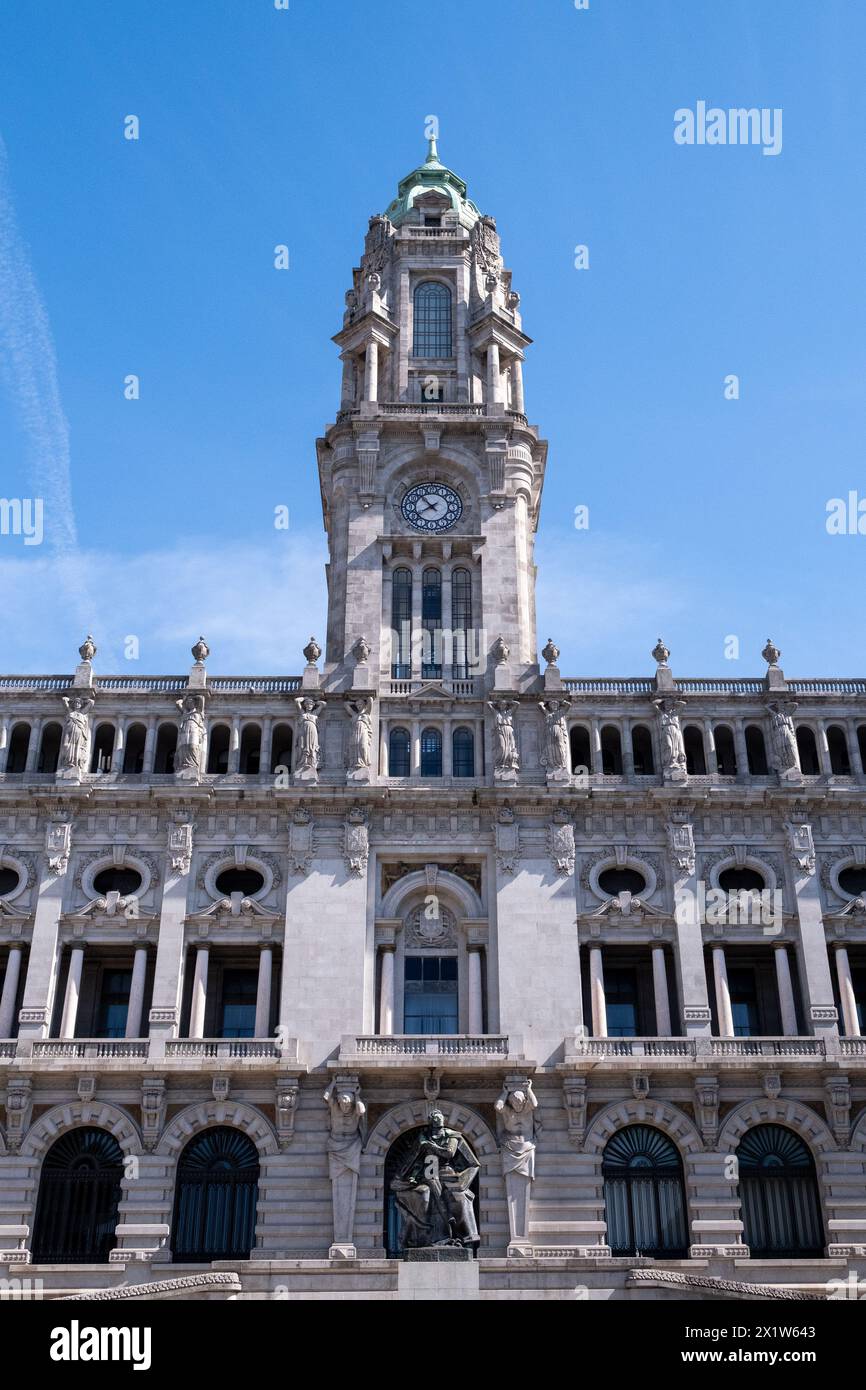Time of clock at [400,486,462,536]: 7:53
